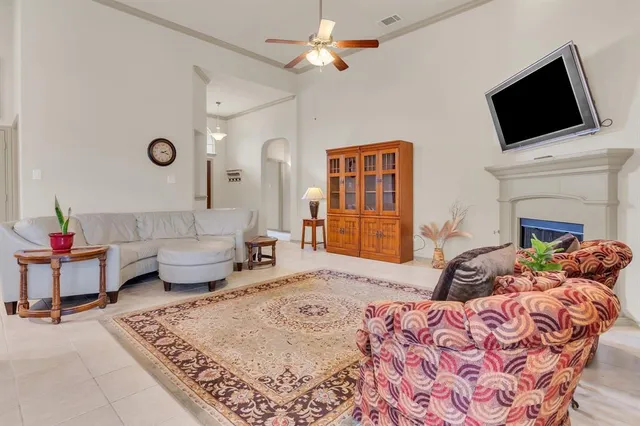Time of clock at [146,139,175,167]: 2:18
